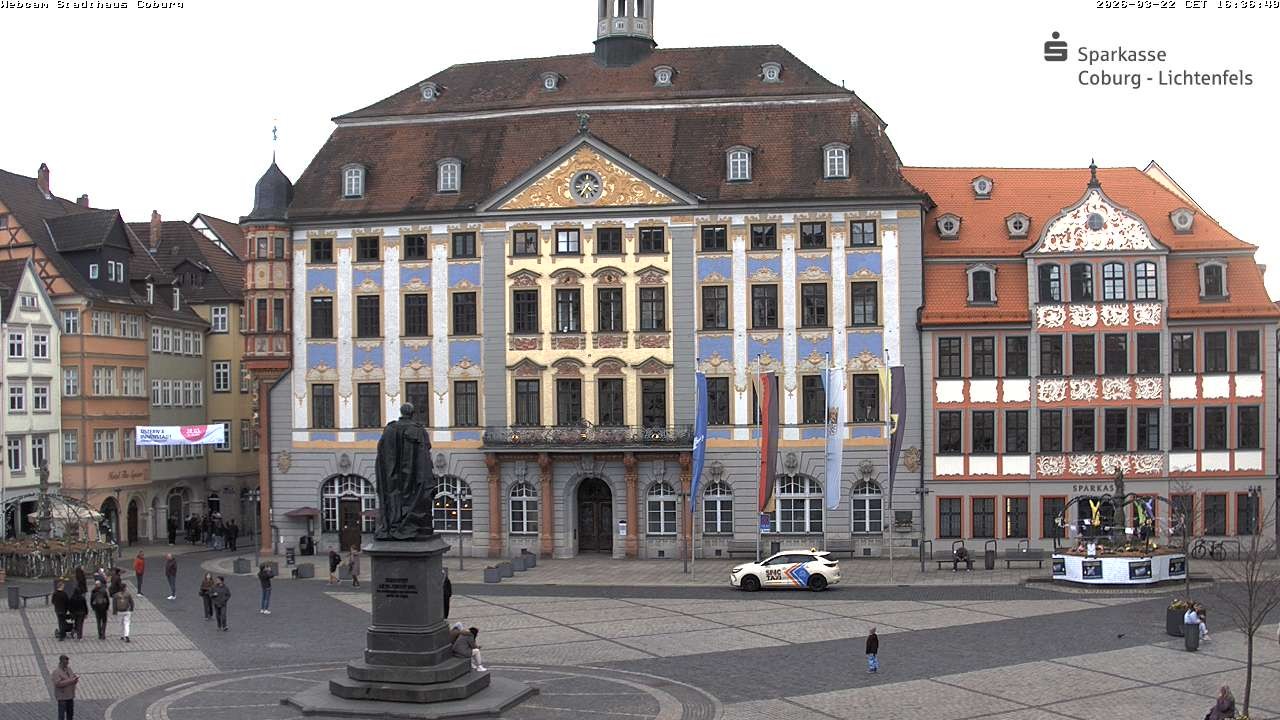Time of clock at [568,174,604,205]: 4:35
